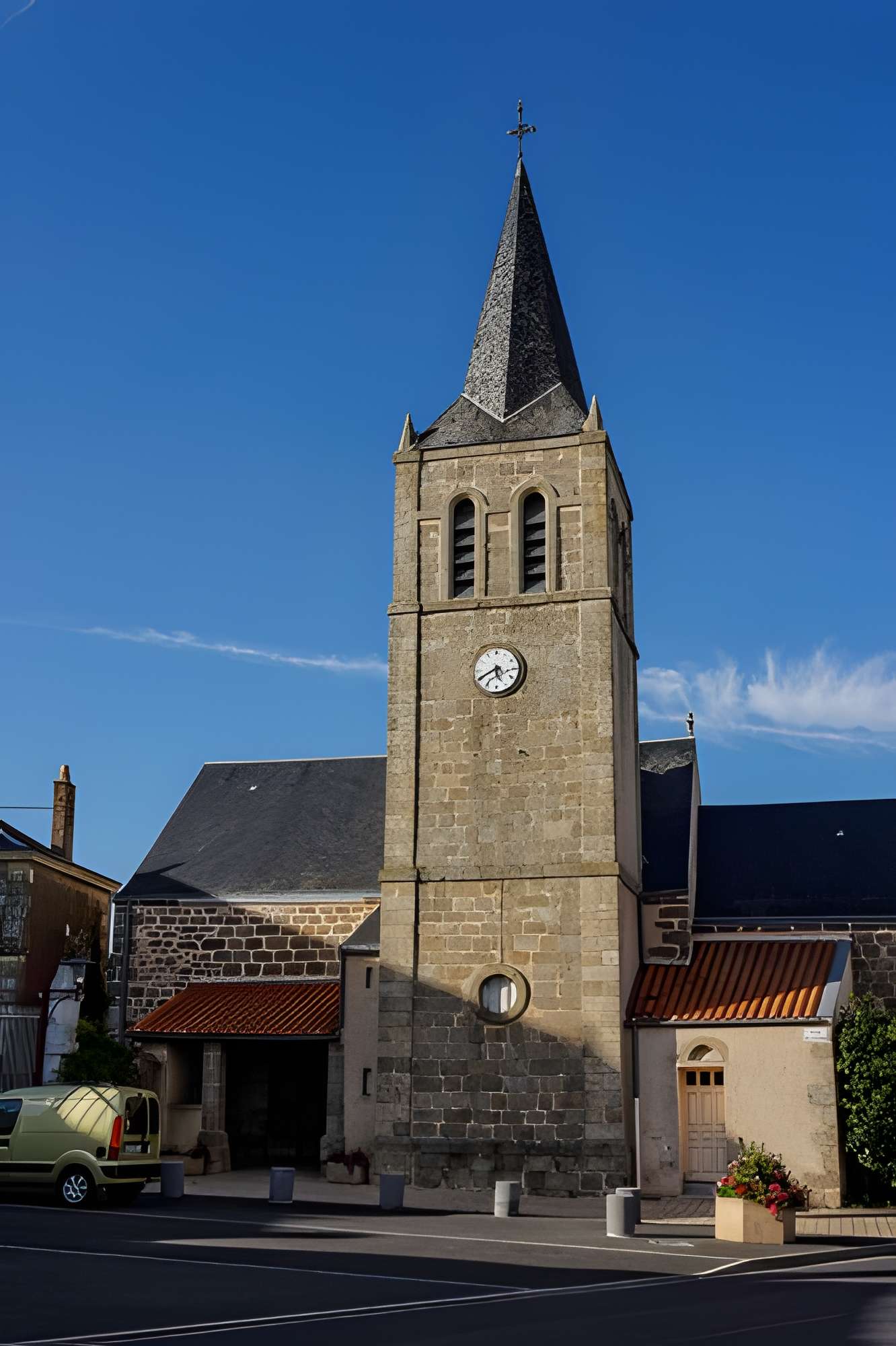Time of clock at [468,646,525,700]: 5:40
